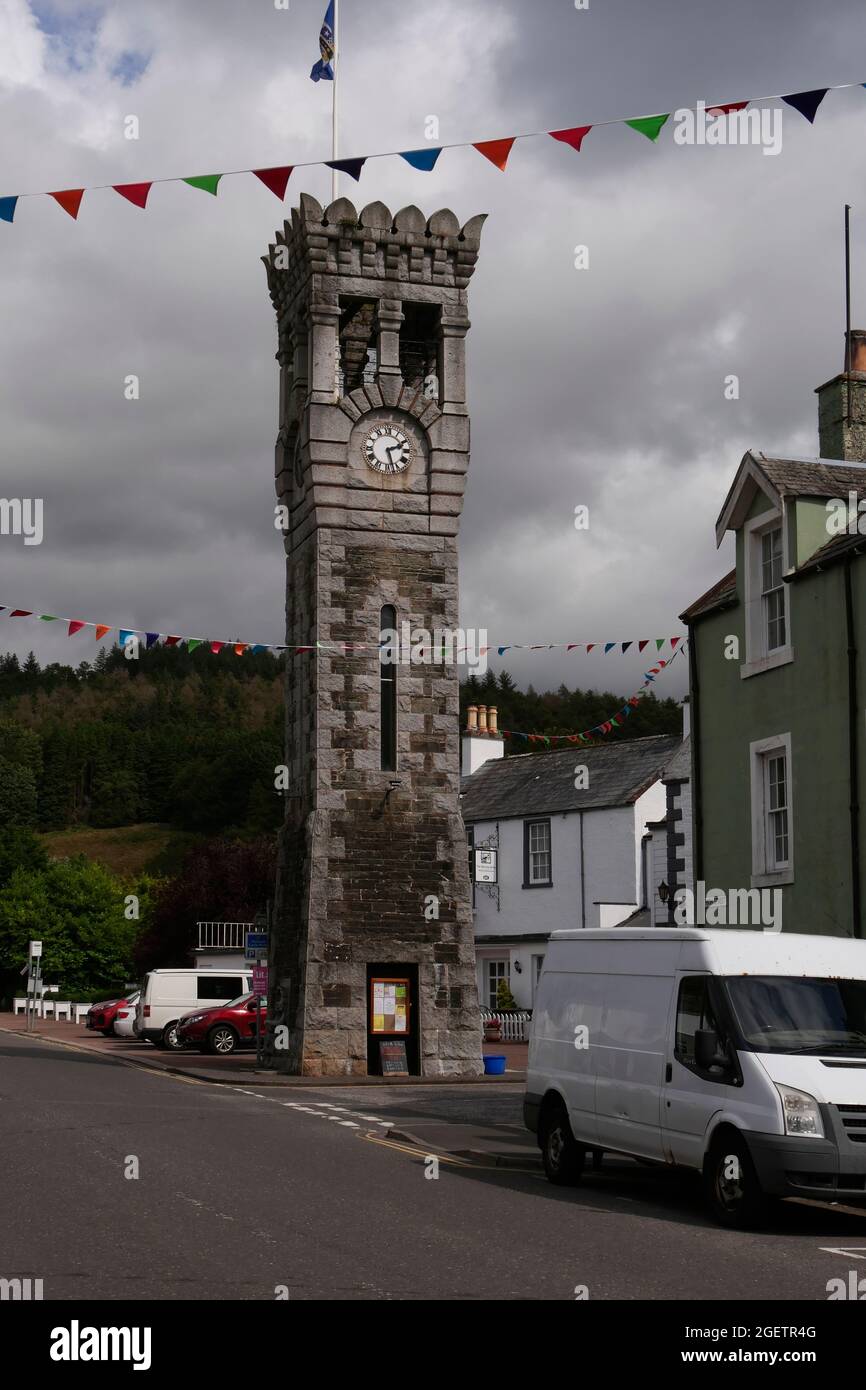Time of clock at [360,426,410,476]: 2:27
